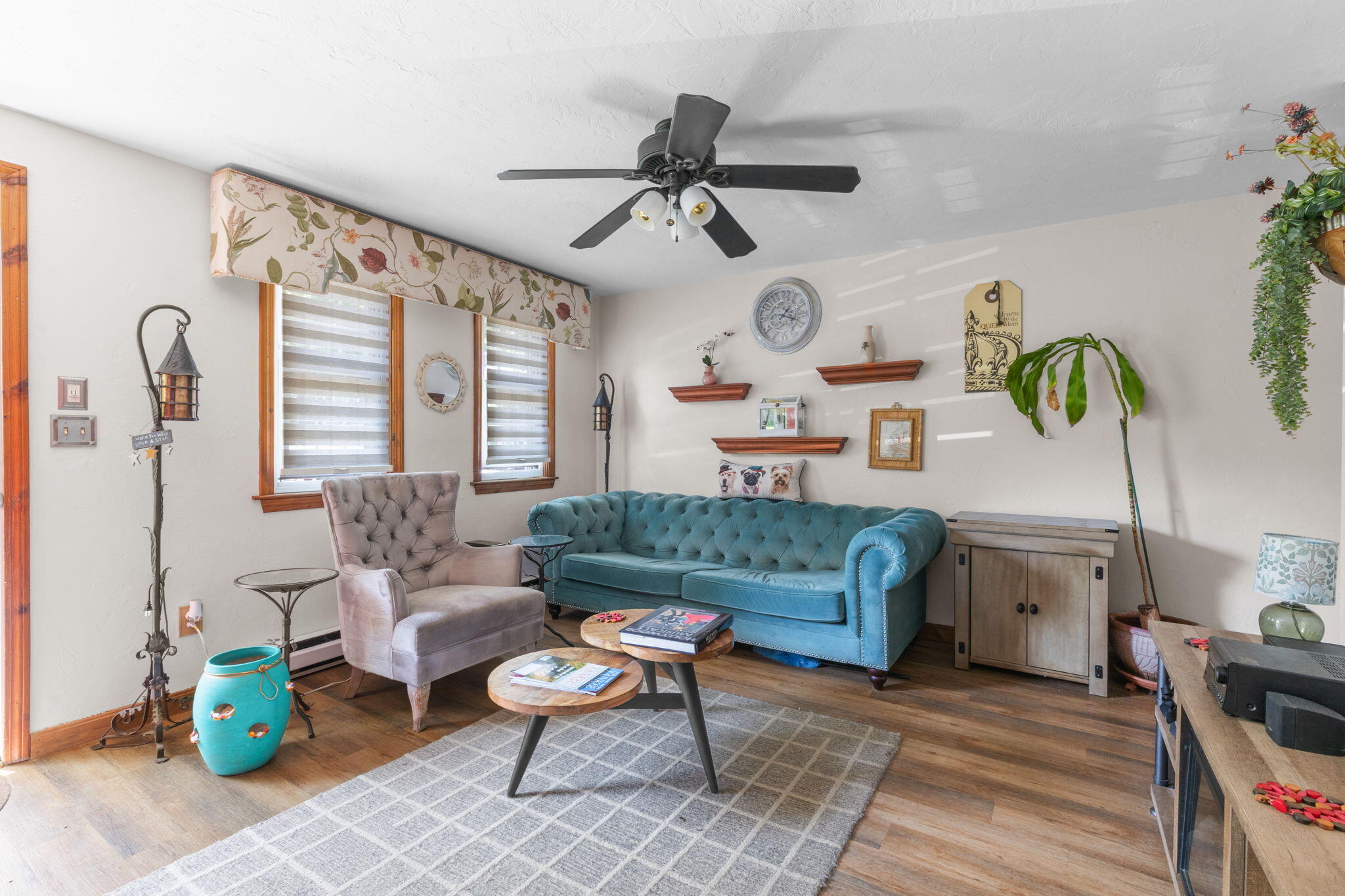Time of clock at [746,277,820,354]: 1:18
